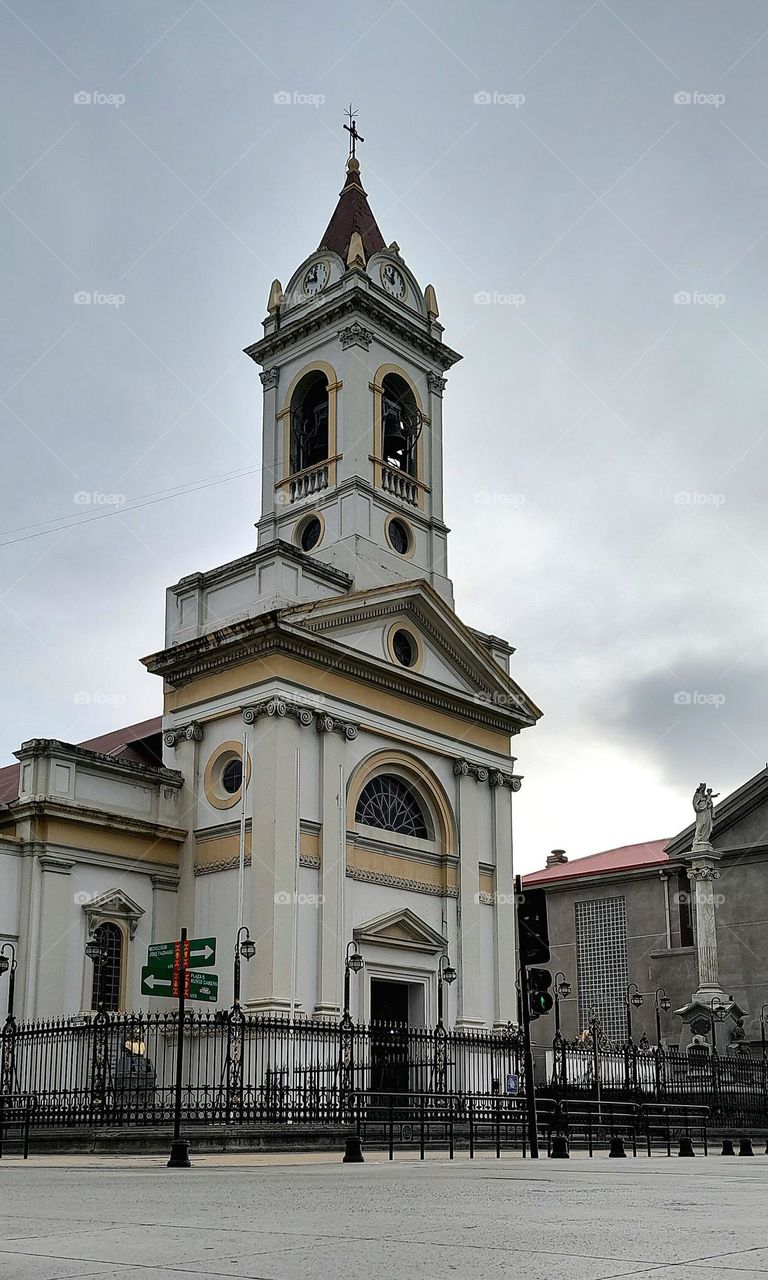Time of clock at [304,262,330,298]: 11:46
